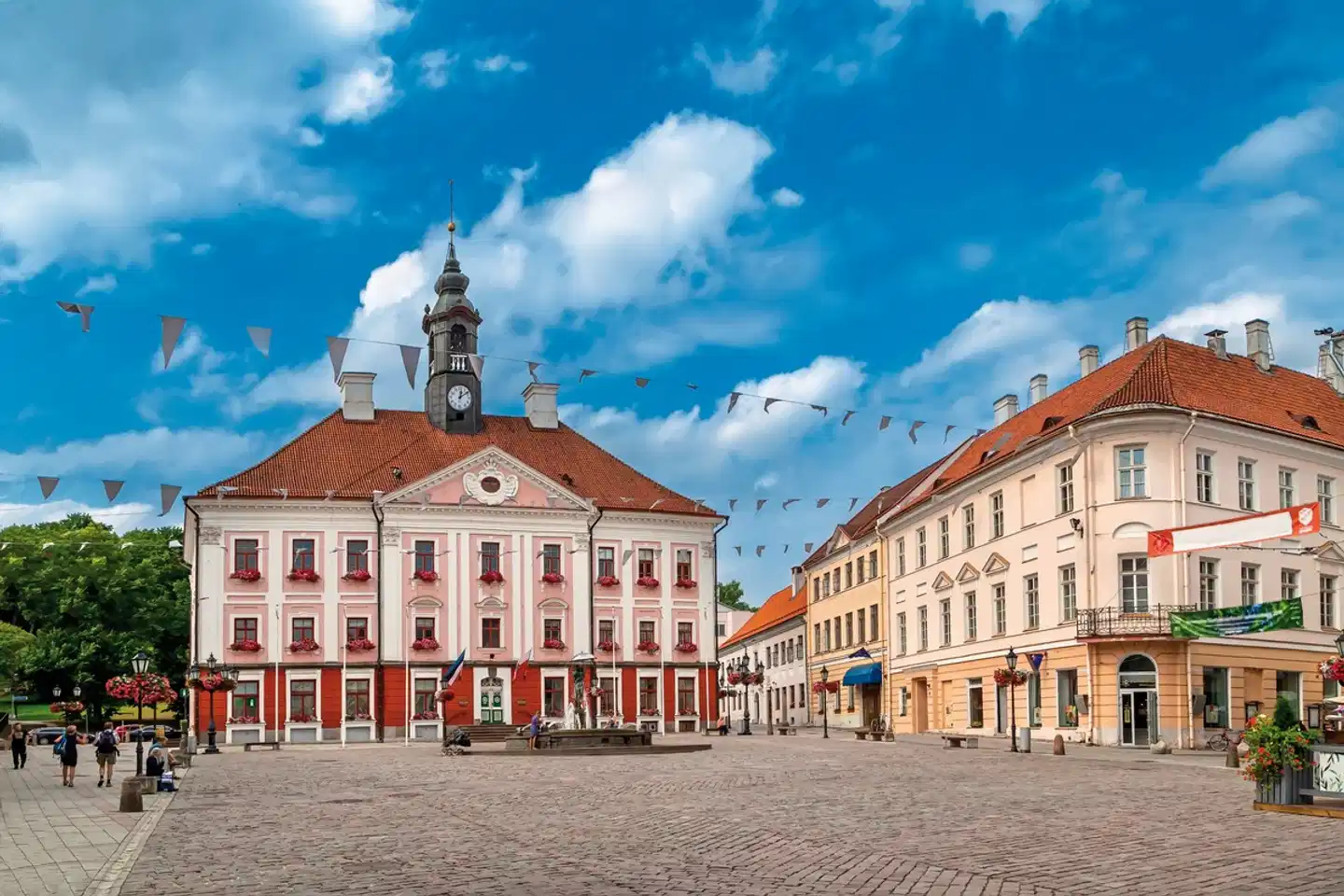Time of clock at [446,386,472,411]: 12:09
